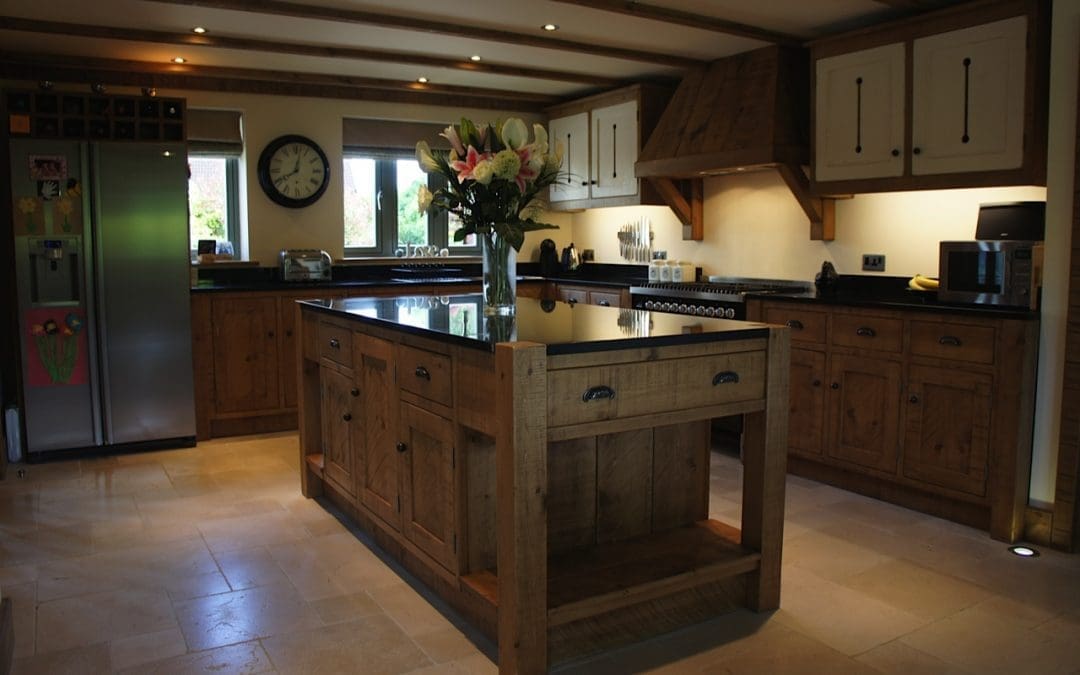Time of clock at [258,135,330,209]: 8:02
